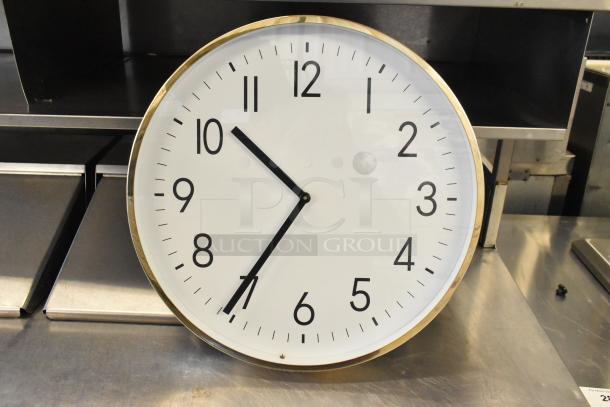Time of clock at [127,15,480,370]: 10:35
